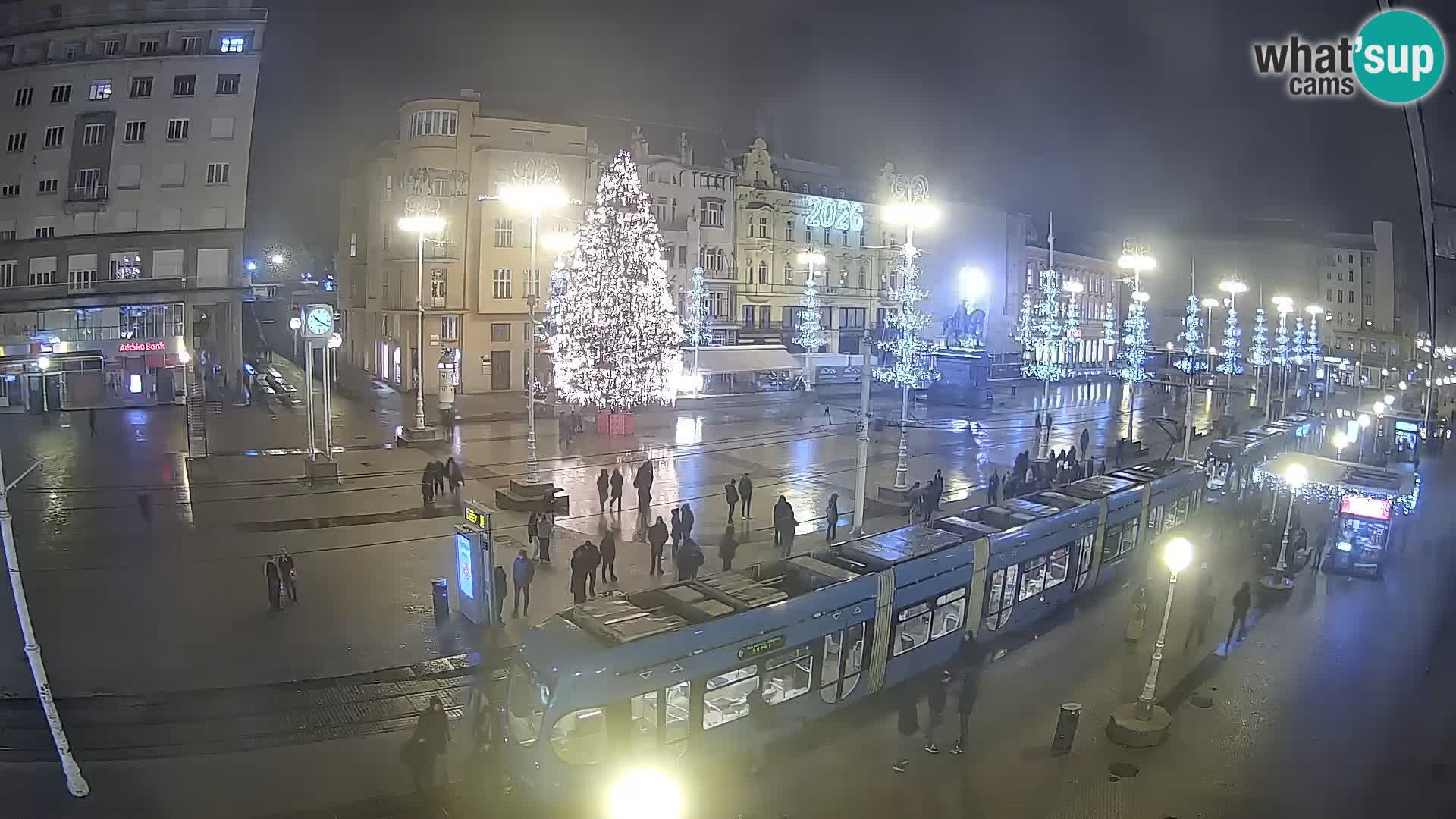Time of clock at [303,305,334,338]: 10:19
